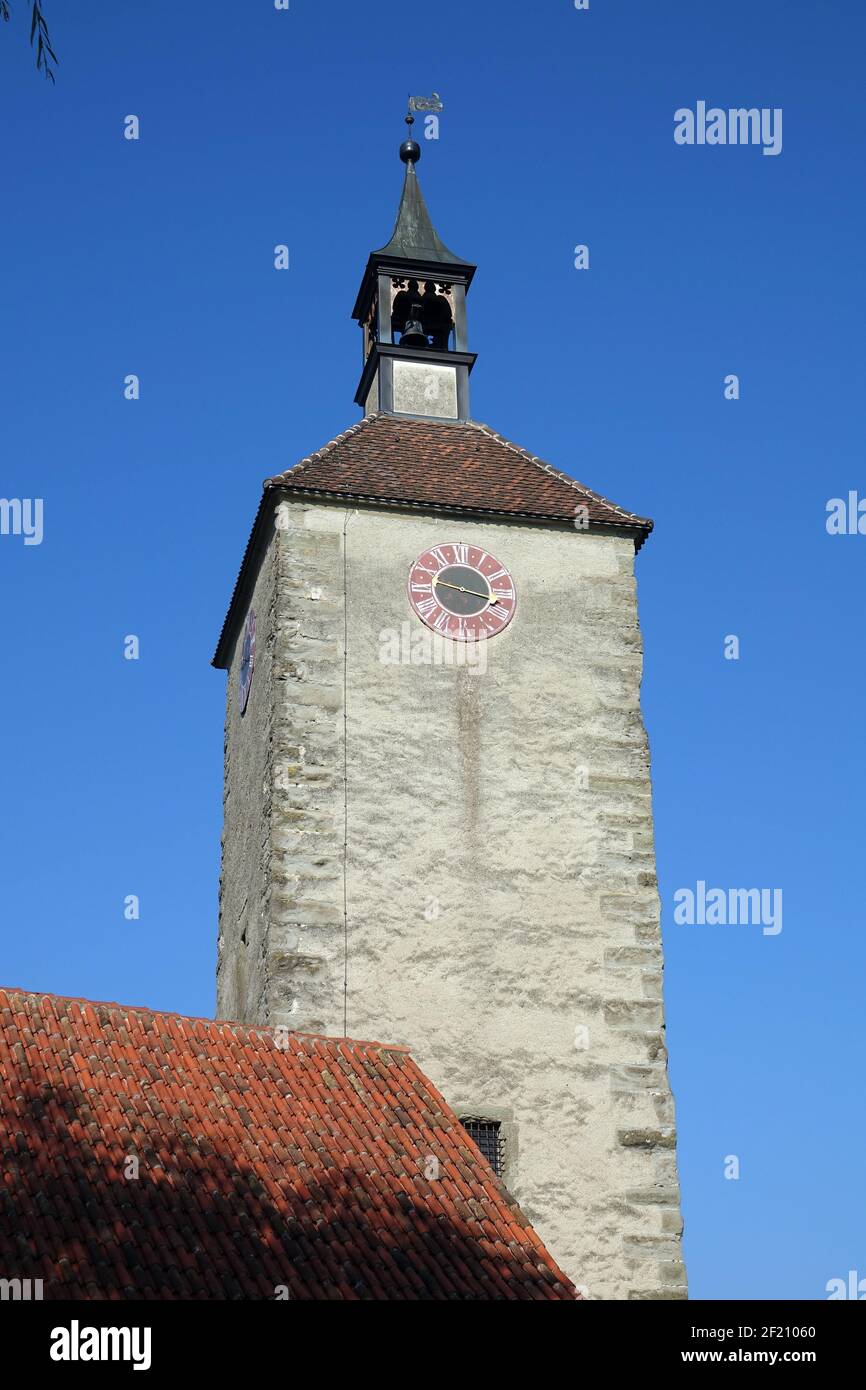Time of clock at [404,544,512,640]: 9:17
